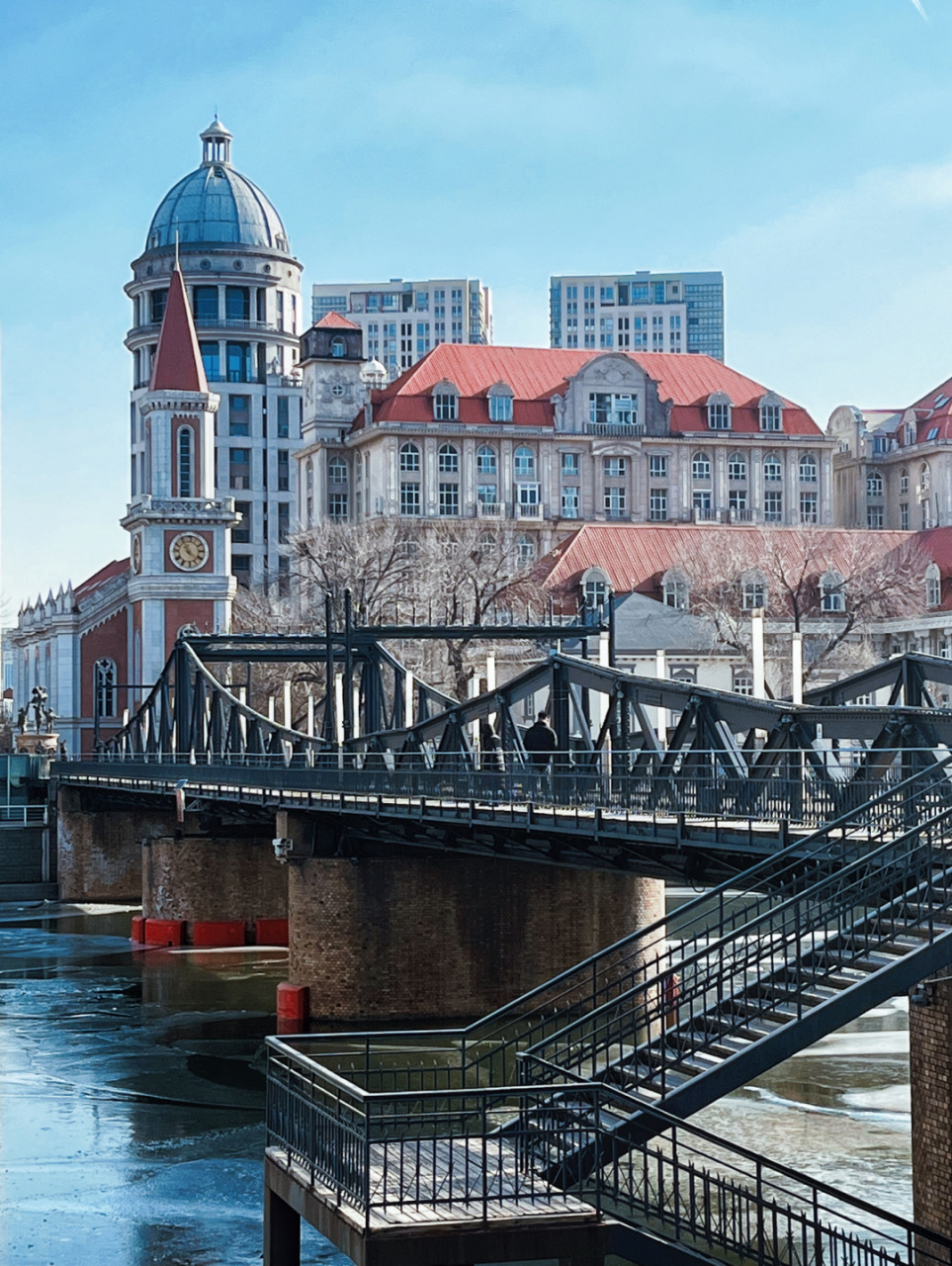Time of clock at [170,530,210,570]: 11:21
